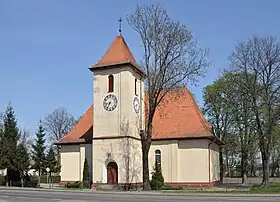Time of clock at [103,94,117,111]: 8:35
